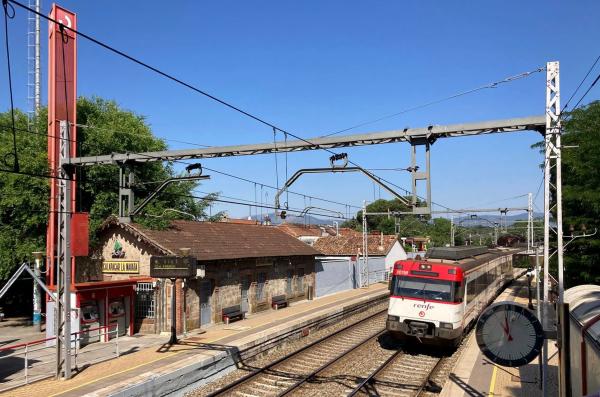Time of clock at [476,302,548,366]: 10:59
